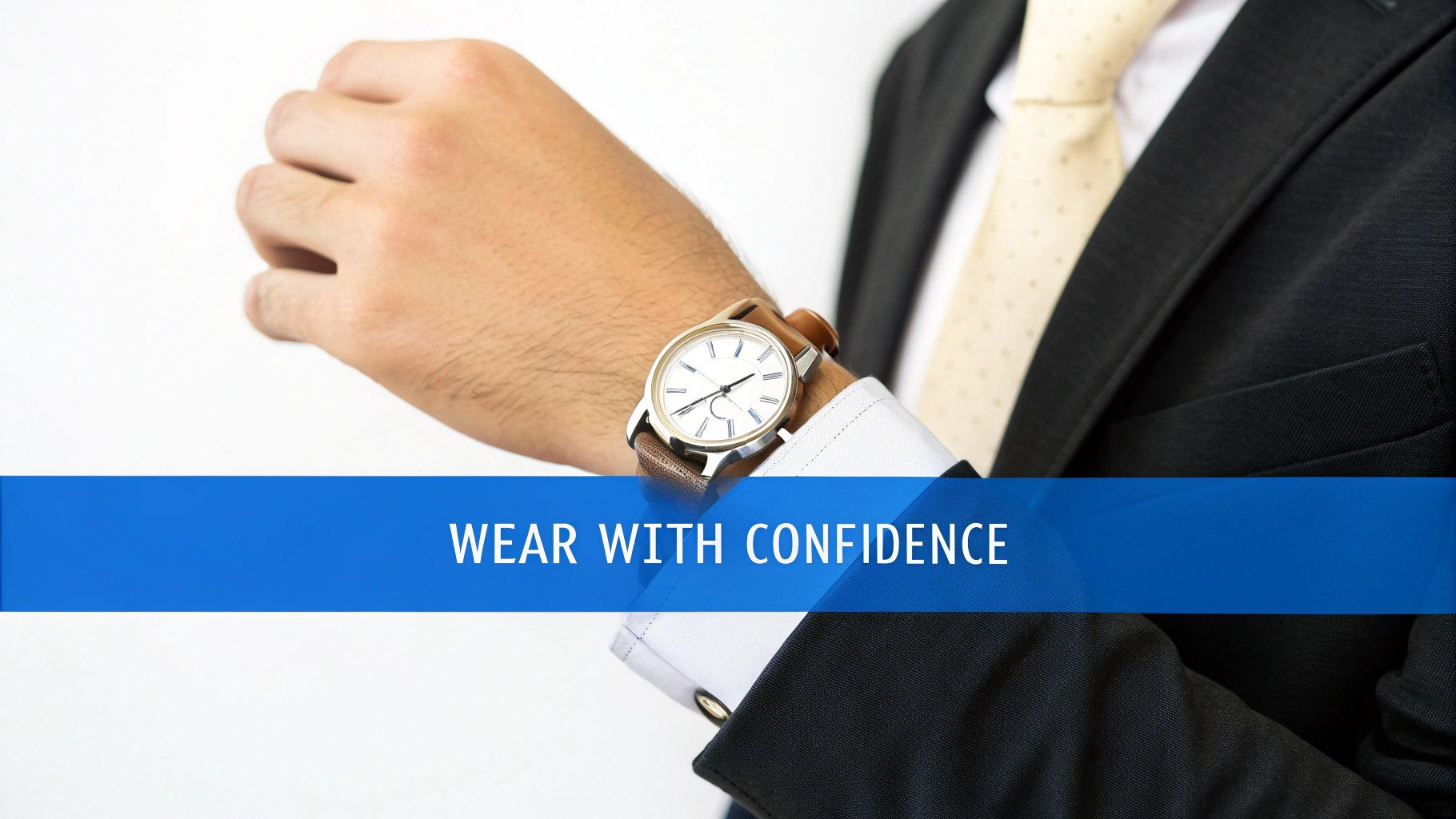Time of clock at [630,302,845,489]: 1:40
